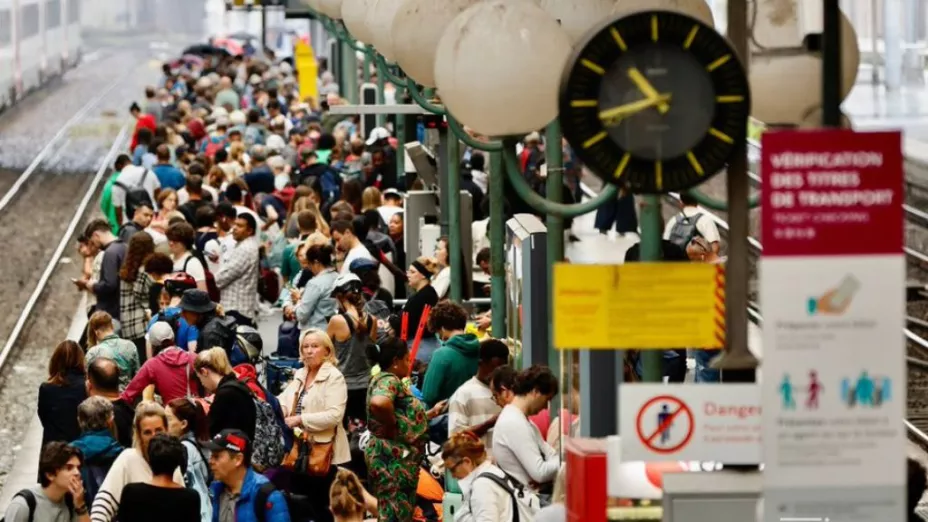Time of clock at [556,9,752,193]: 10:42
